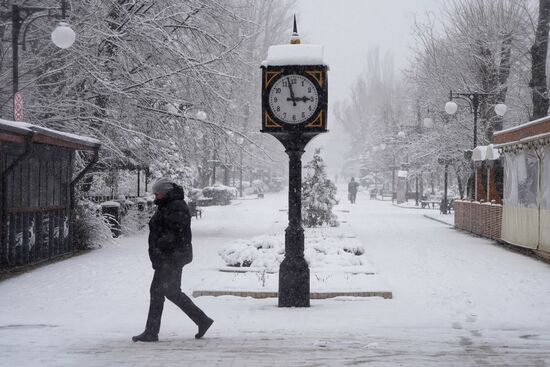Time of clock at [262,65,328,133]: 2:57
